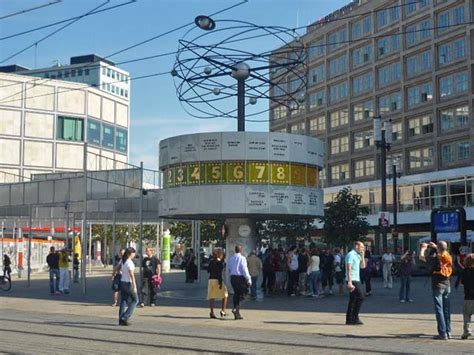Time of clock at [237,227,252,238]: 2:42
